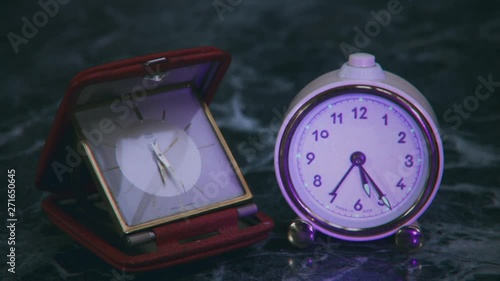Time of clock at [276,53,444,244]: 5:24
